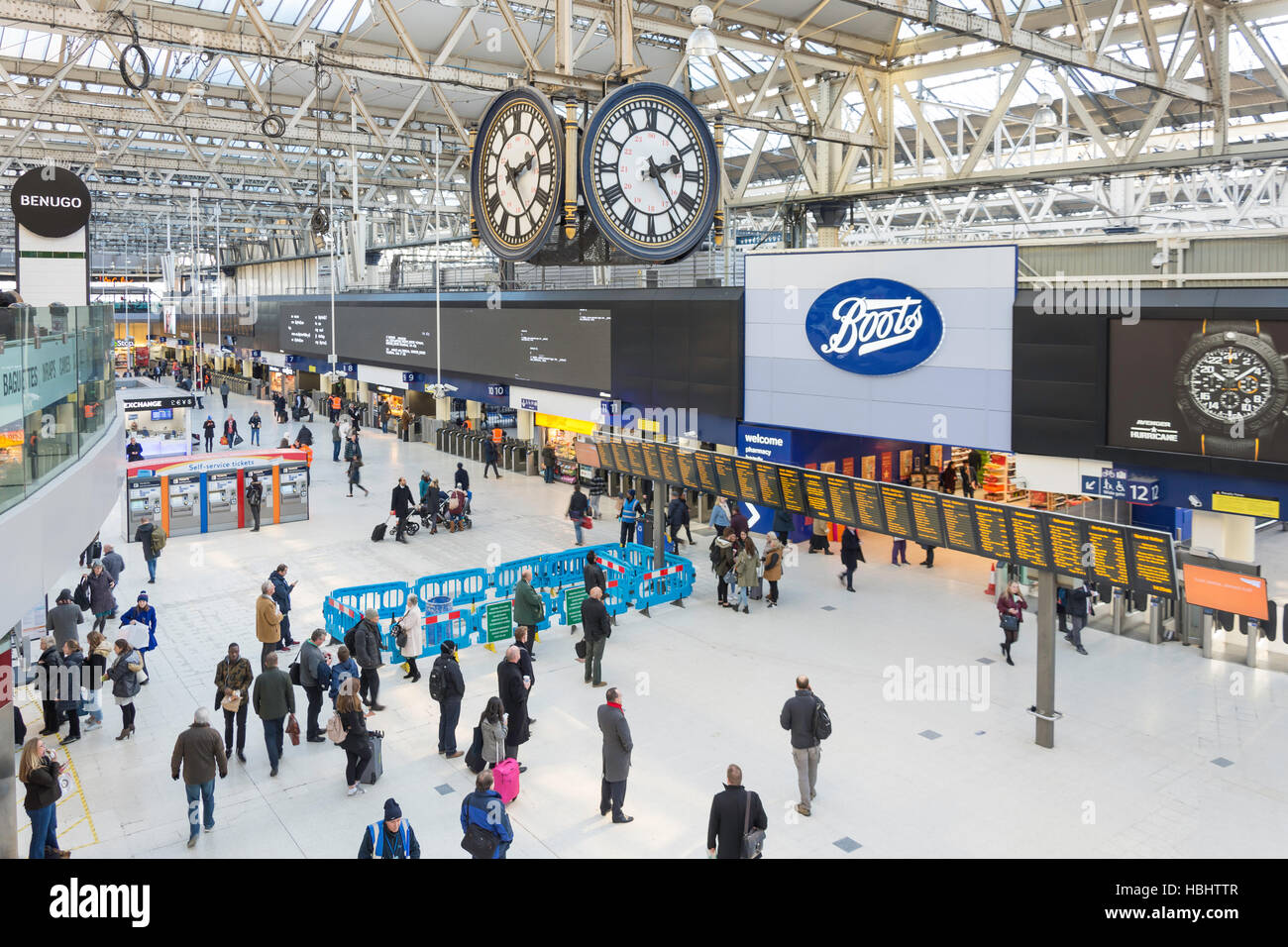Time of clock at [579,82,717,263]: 2:23
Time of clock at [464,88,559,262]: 2:24
